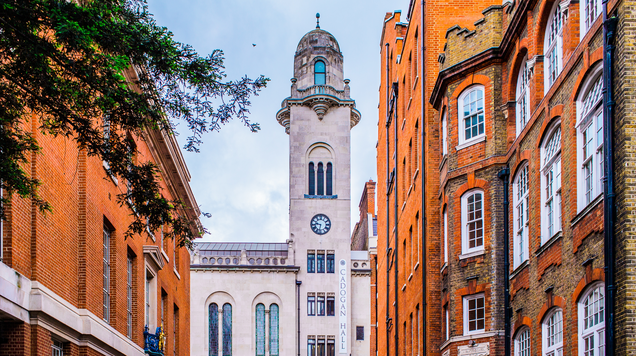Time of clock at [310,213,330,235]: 9:32
